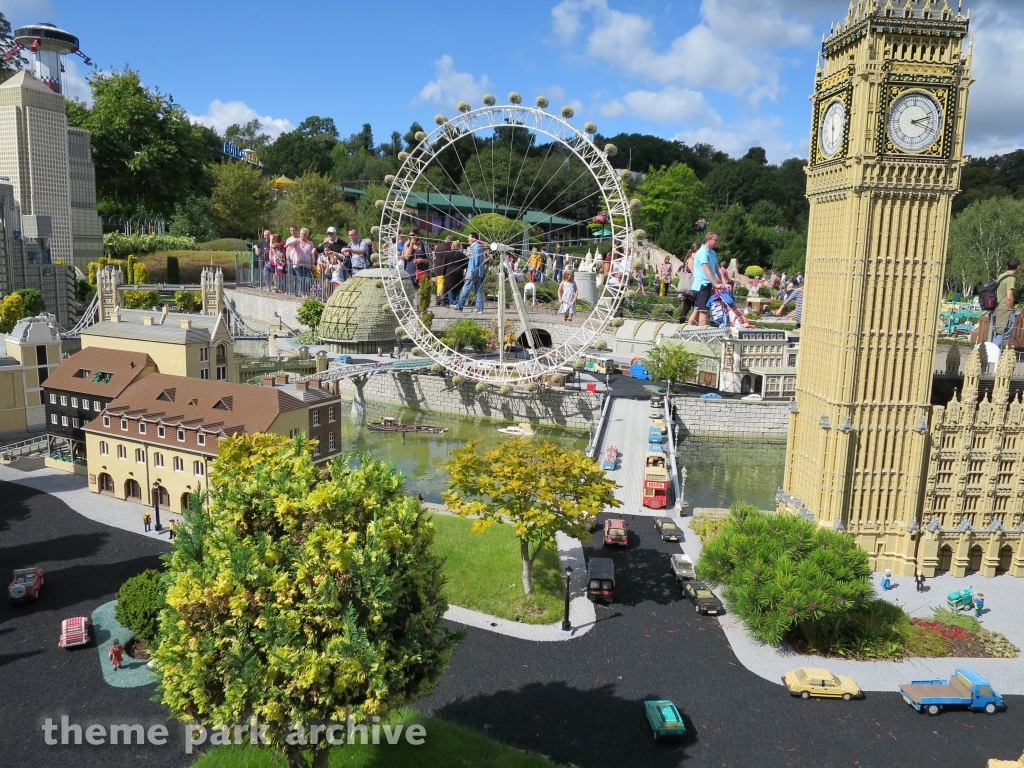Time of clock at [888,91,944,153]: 2:18
